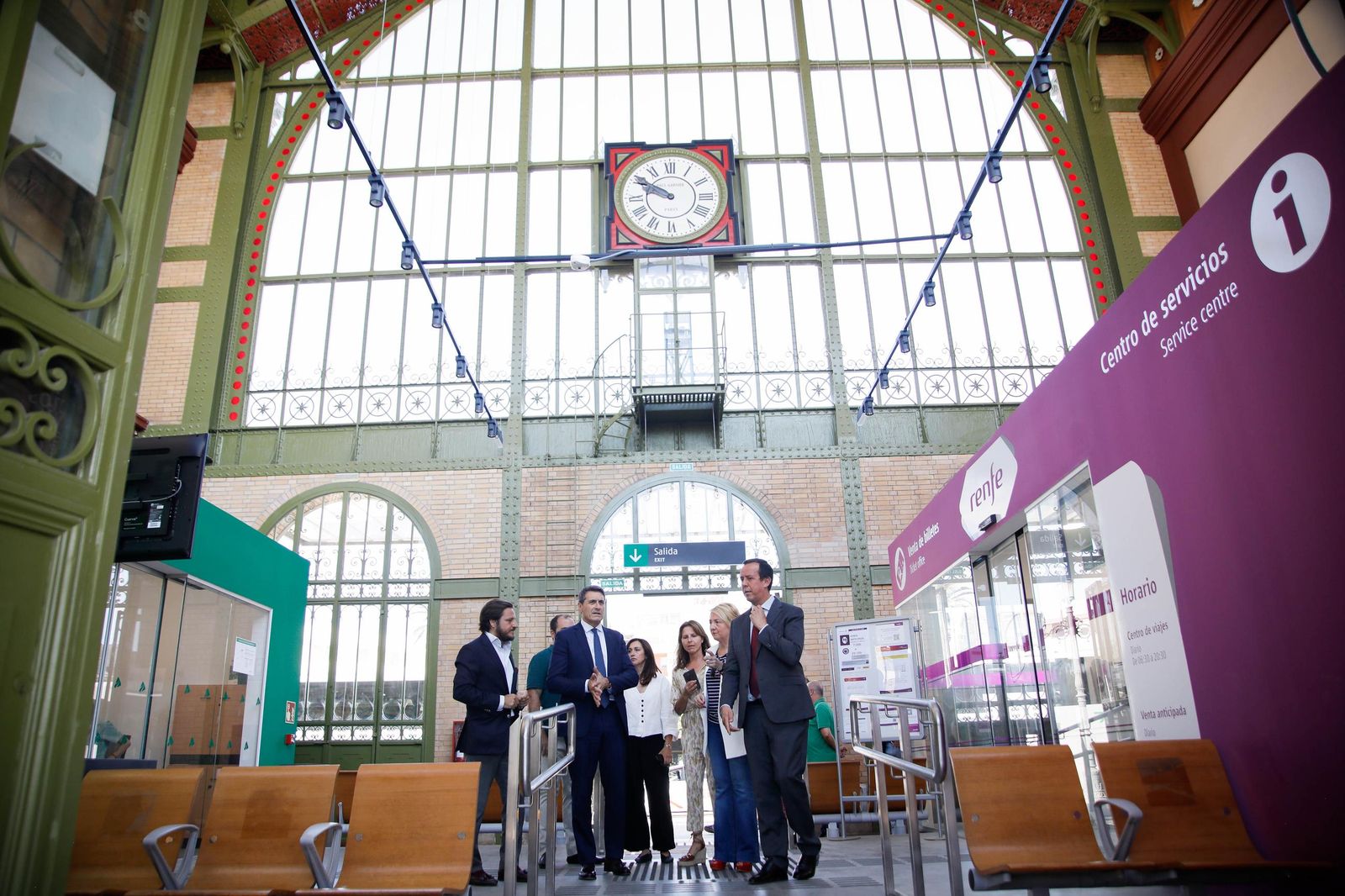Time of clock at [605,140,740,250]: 9:50
